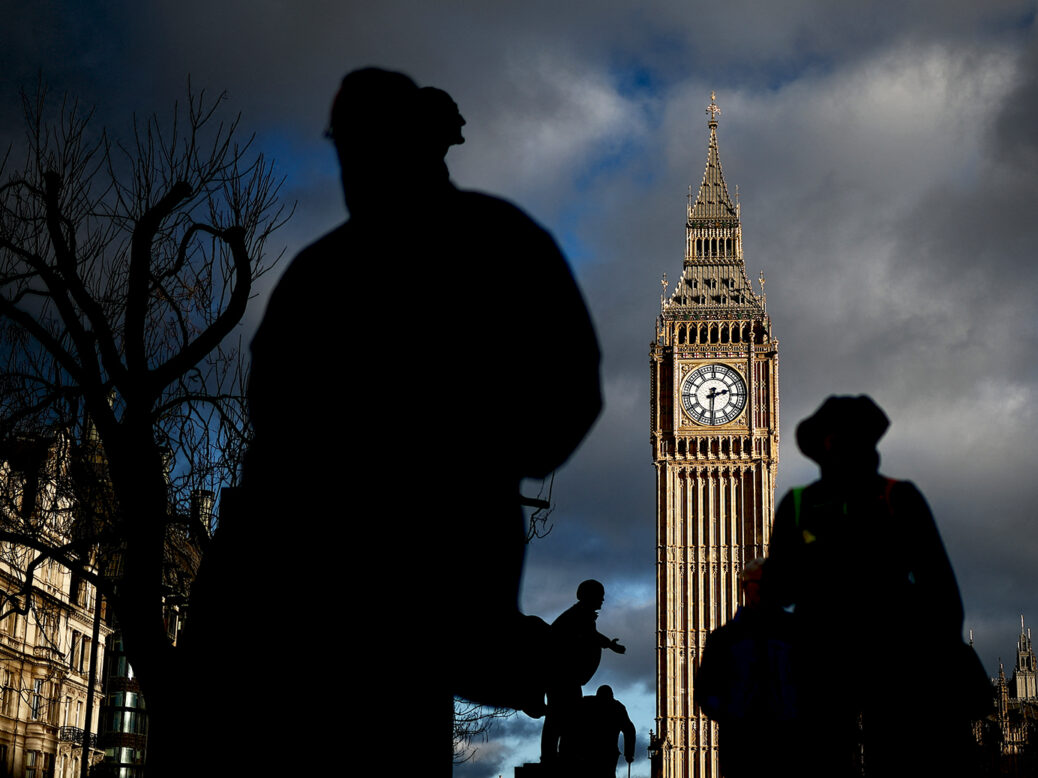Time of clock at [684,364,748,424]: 2:30
